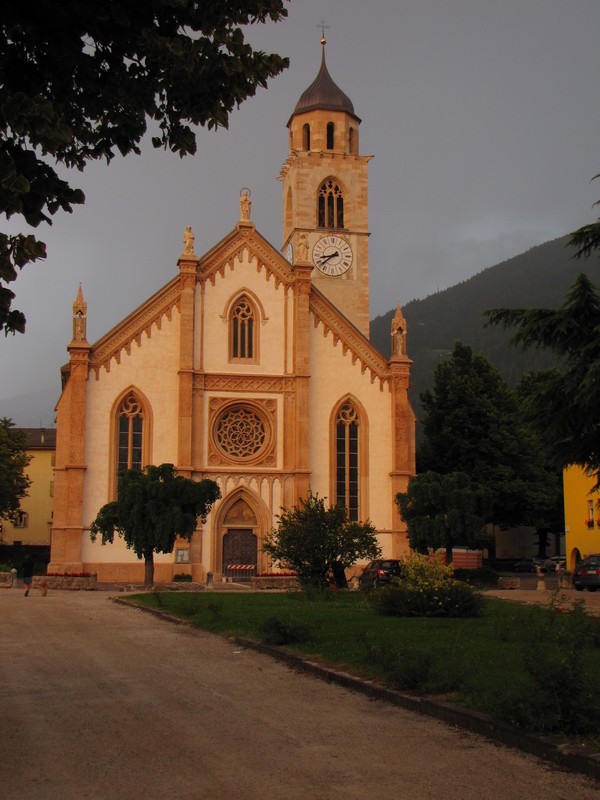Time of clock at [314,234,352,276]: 8:38
